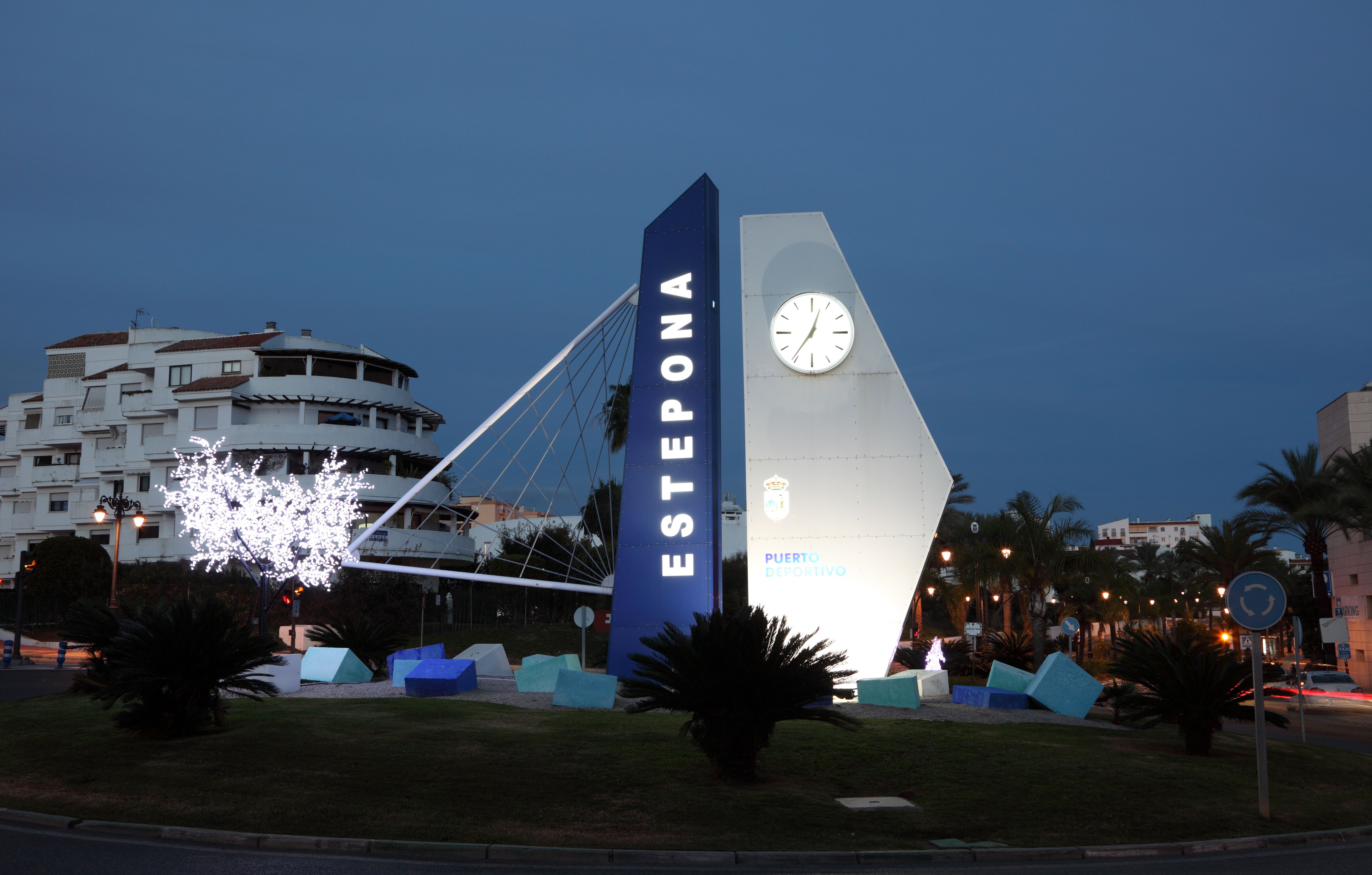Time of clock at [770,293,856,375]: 12:36
